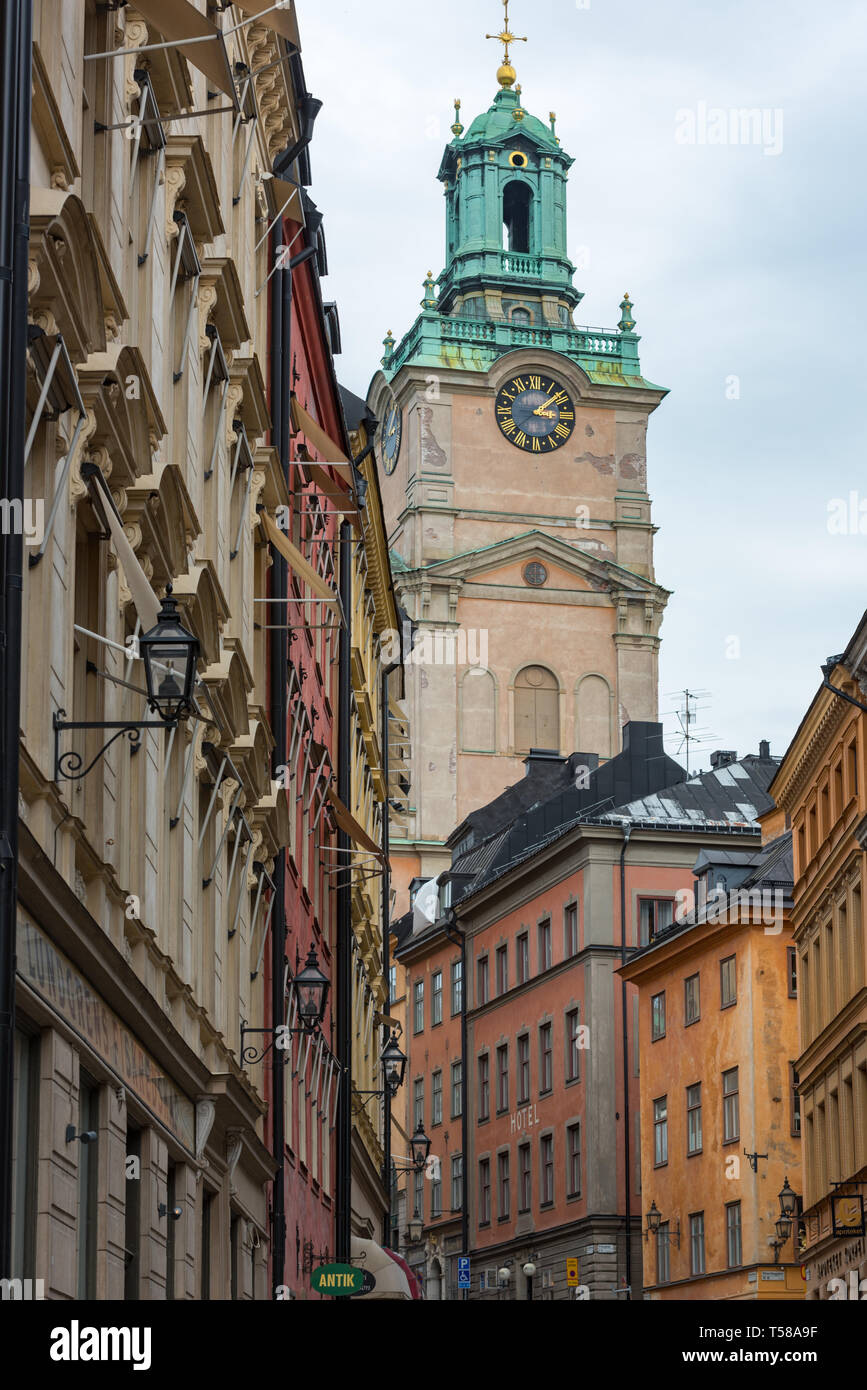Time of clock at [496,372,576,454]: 3:08
